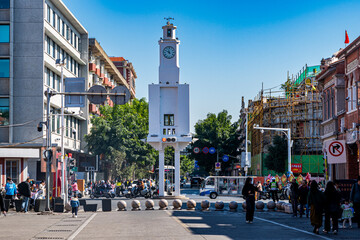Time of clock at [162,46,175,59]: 11:50
